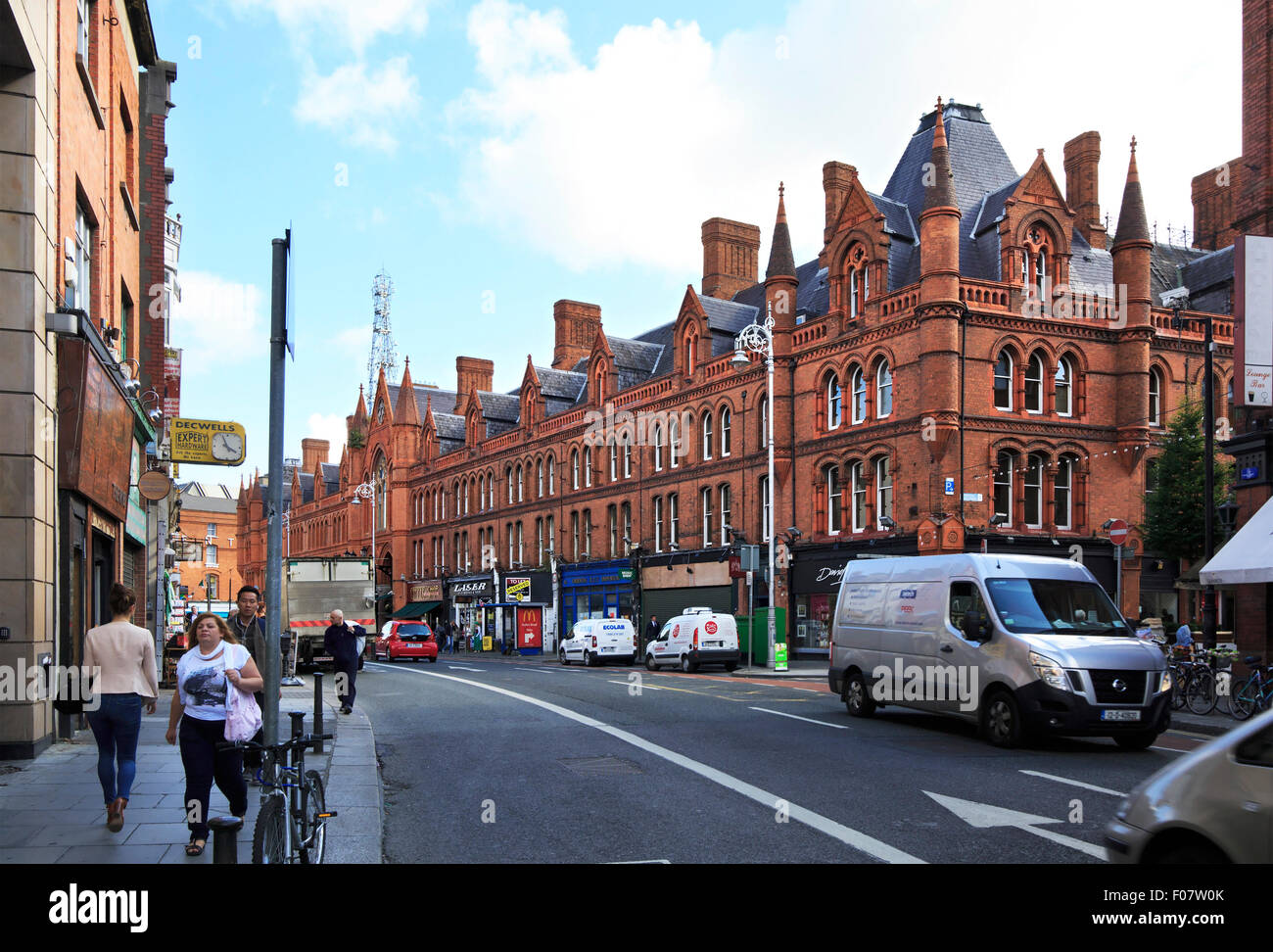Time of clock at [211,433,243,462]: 3:56
